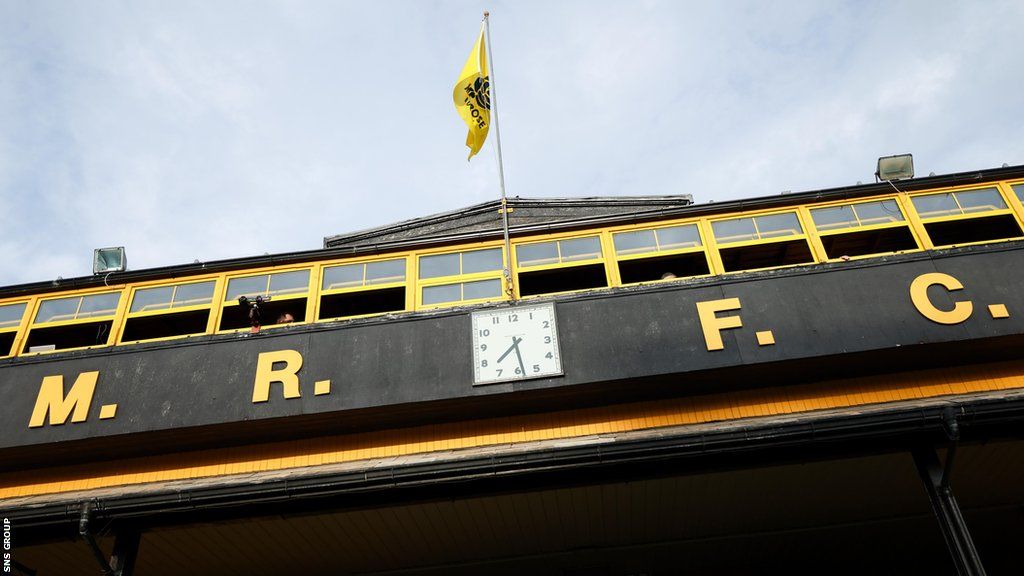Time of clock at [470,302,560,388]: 7:28
